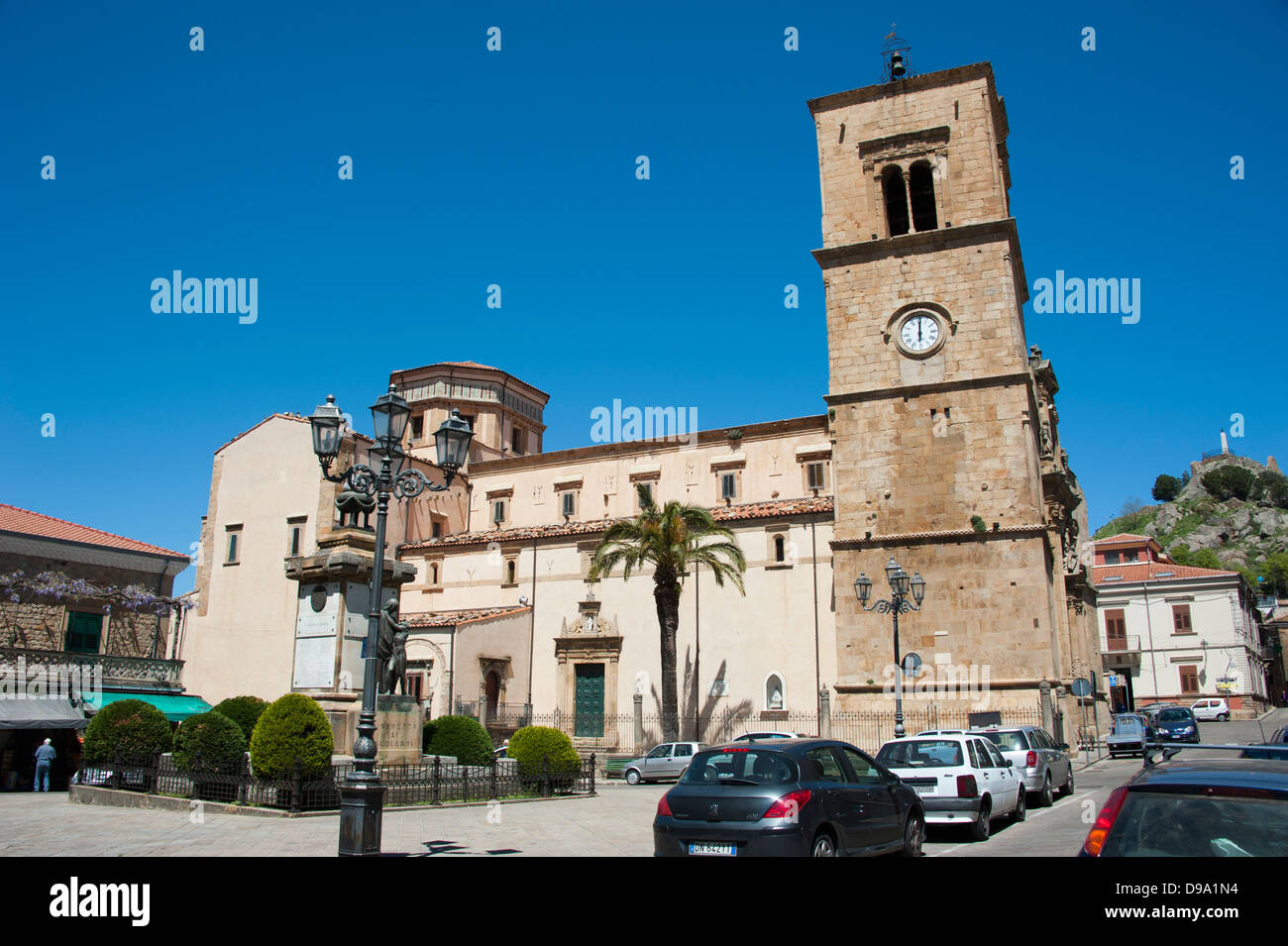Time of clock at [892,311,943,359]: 6:00
